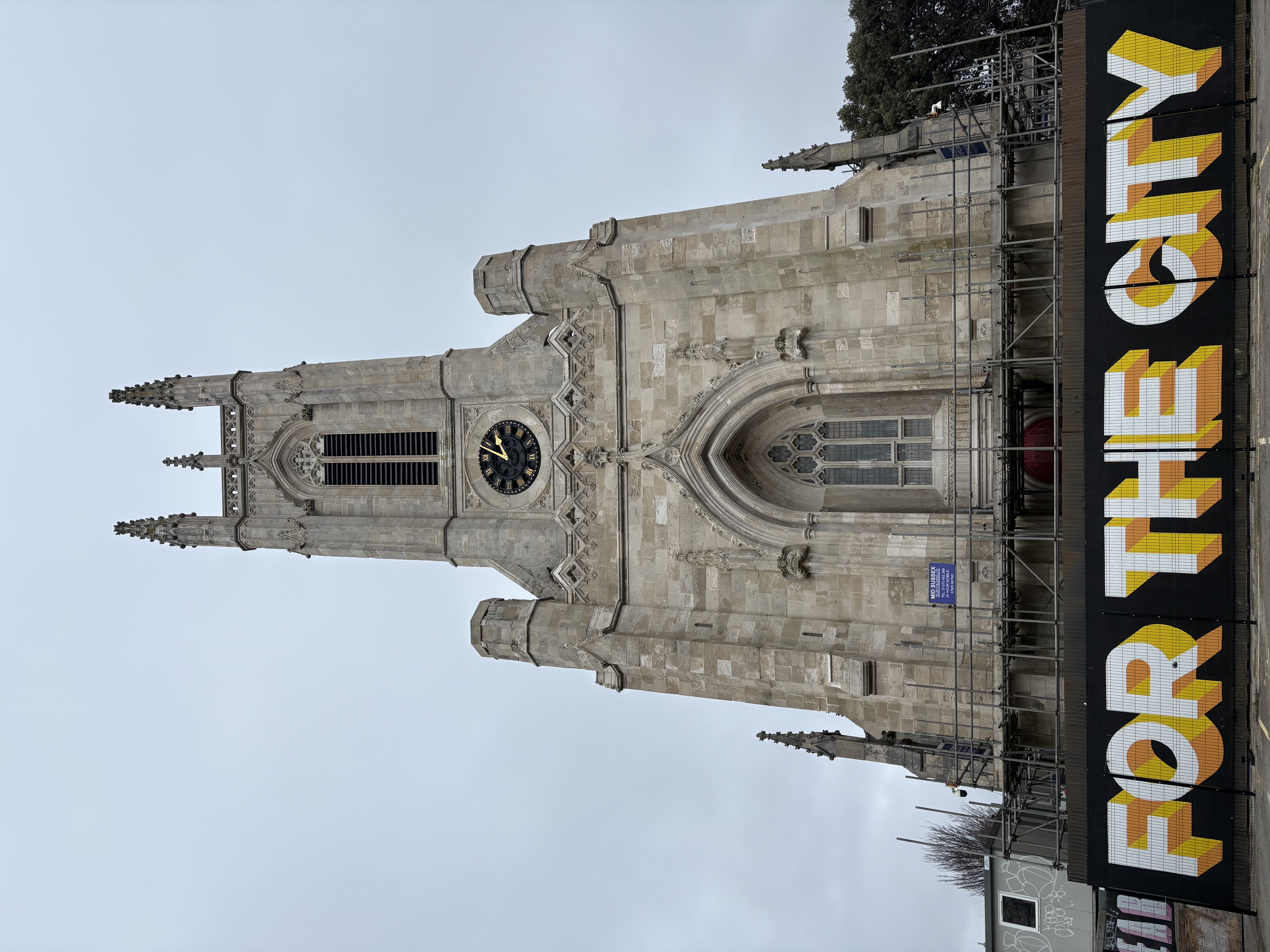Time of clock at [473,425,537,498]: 10:48
